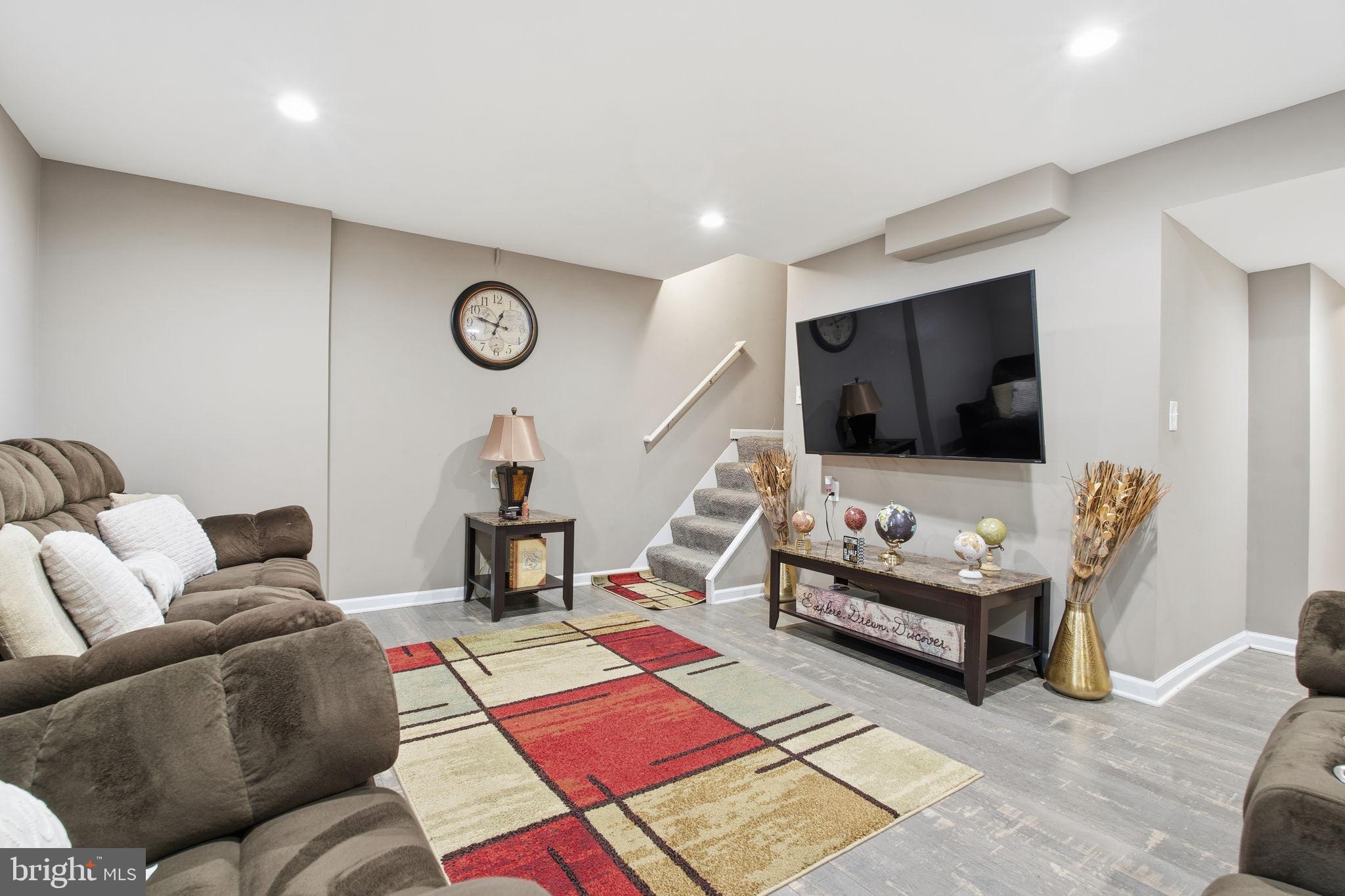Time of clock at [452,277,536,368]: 12:47
